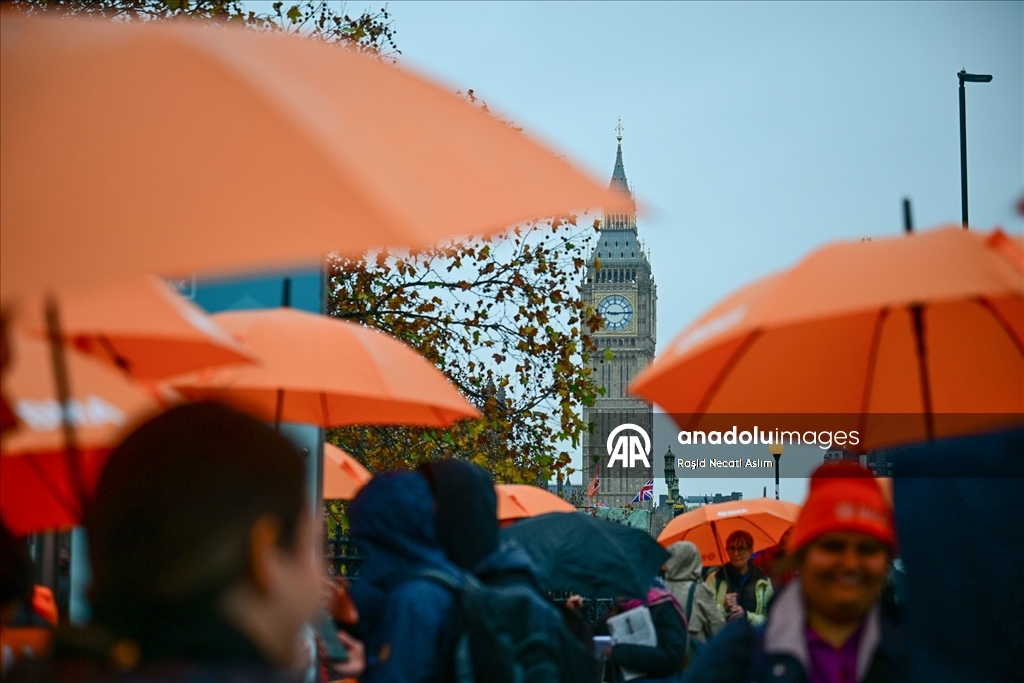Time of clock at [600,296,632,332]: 9:14
